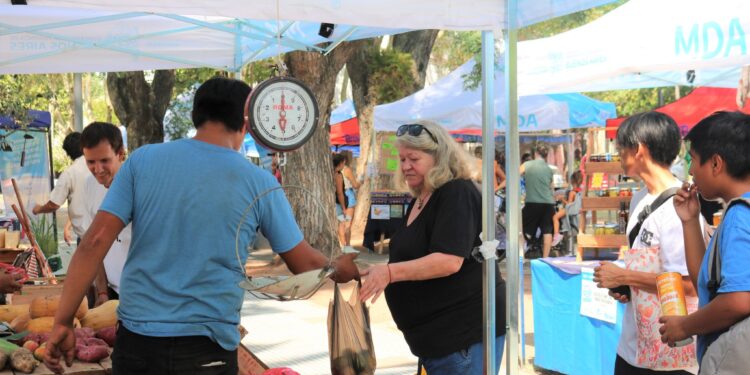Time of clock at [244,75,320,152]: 6:00
